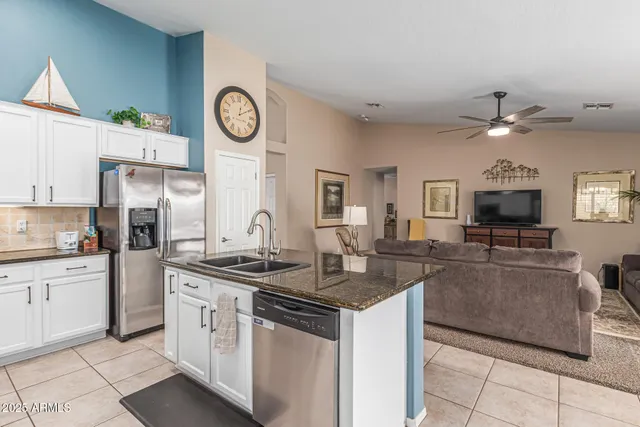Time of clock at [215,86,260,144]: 12:09
